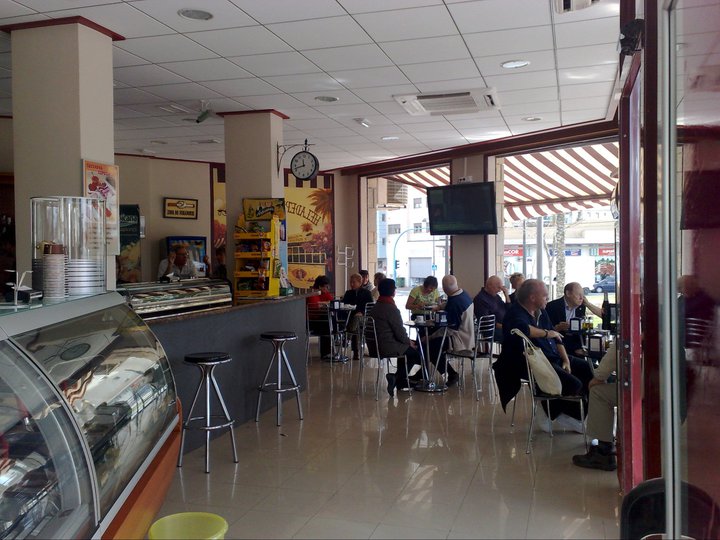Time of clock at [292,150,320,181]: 11:42
